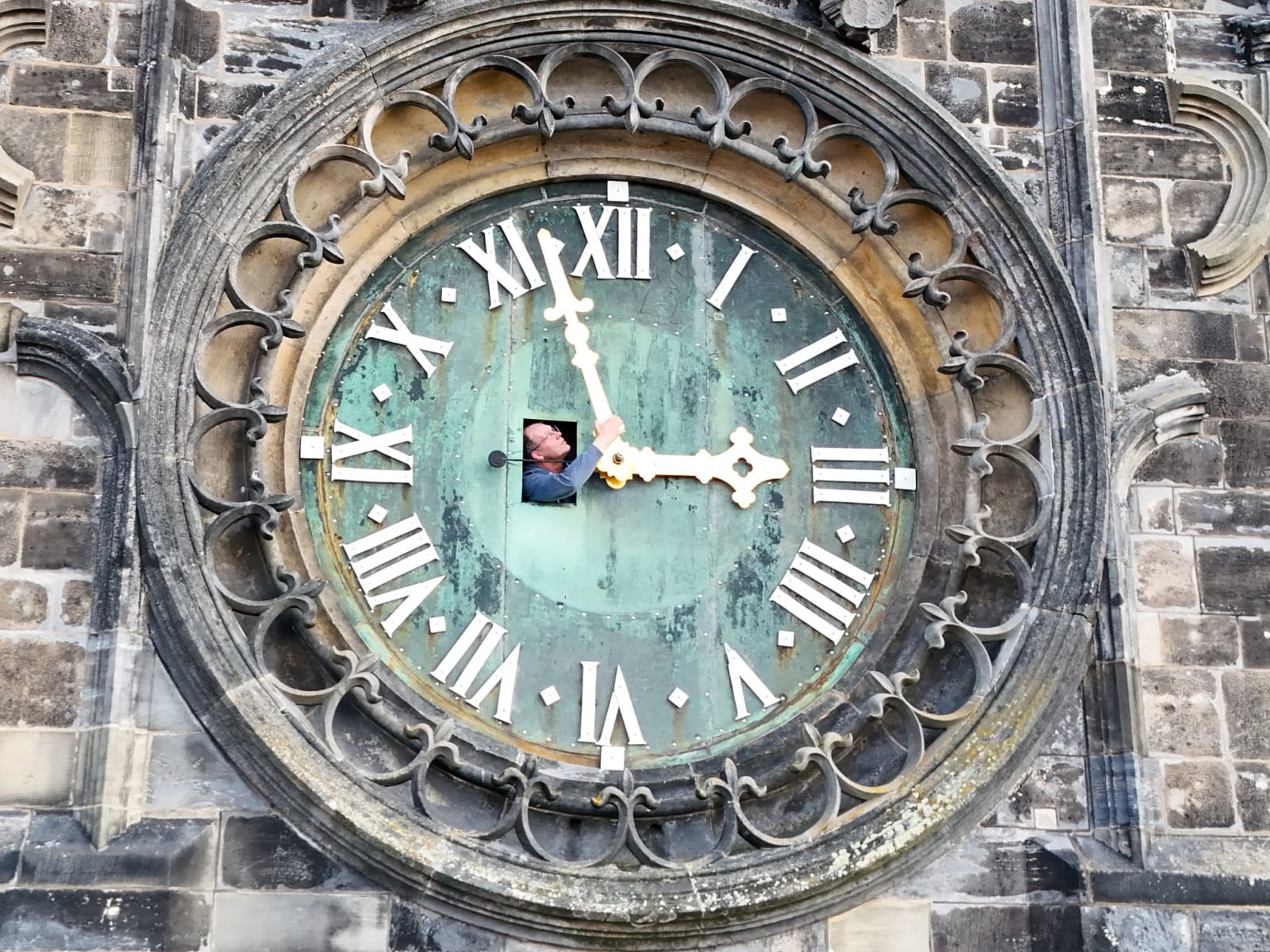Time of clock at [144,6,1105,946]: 2:57
